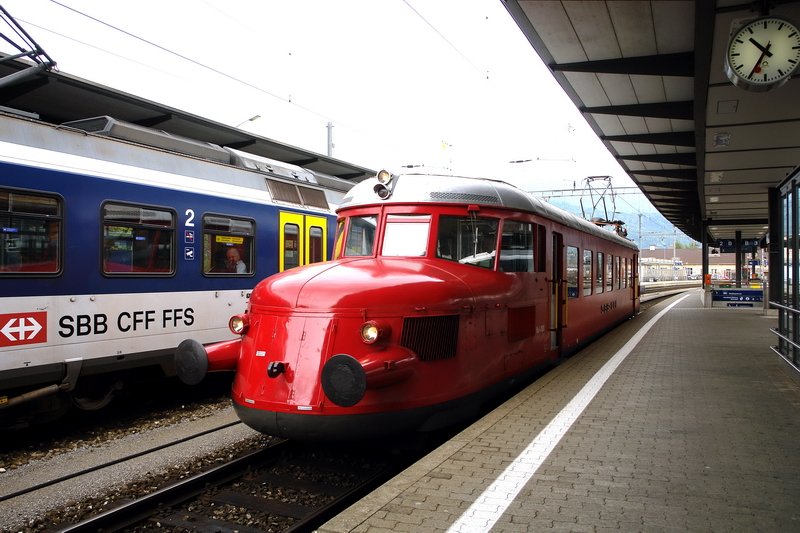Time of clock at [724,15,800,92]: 10:35
